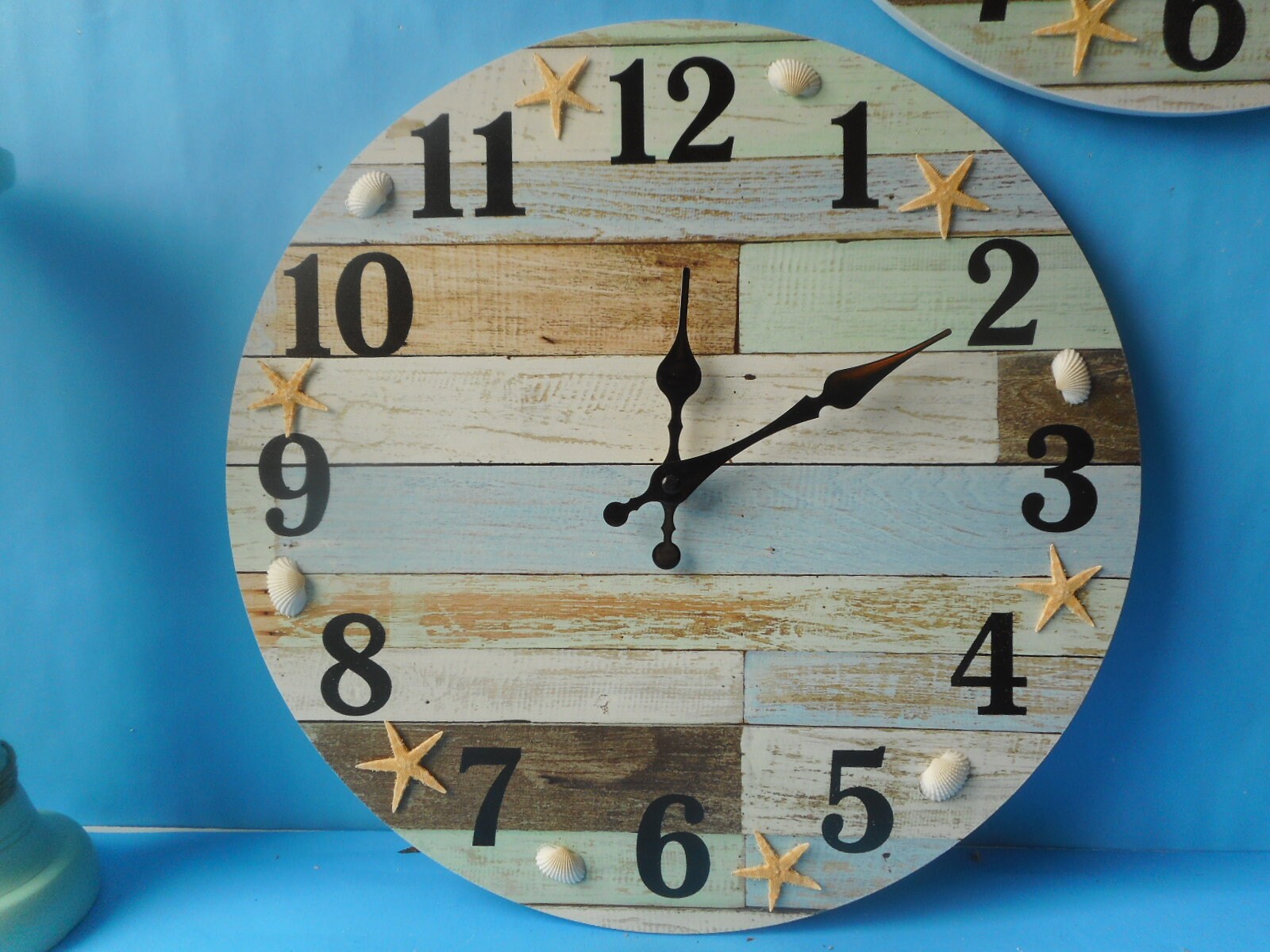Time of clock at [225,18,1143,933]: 12:10
